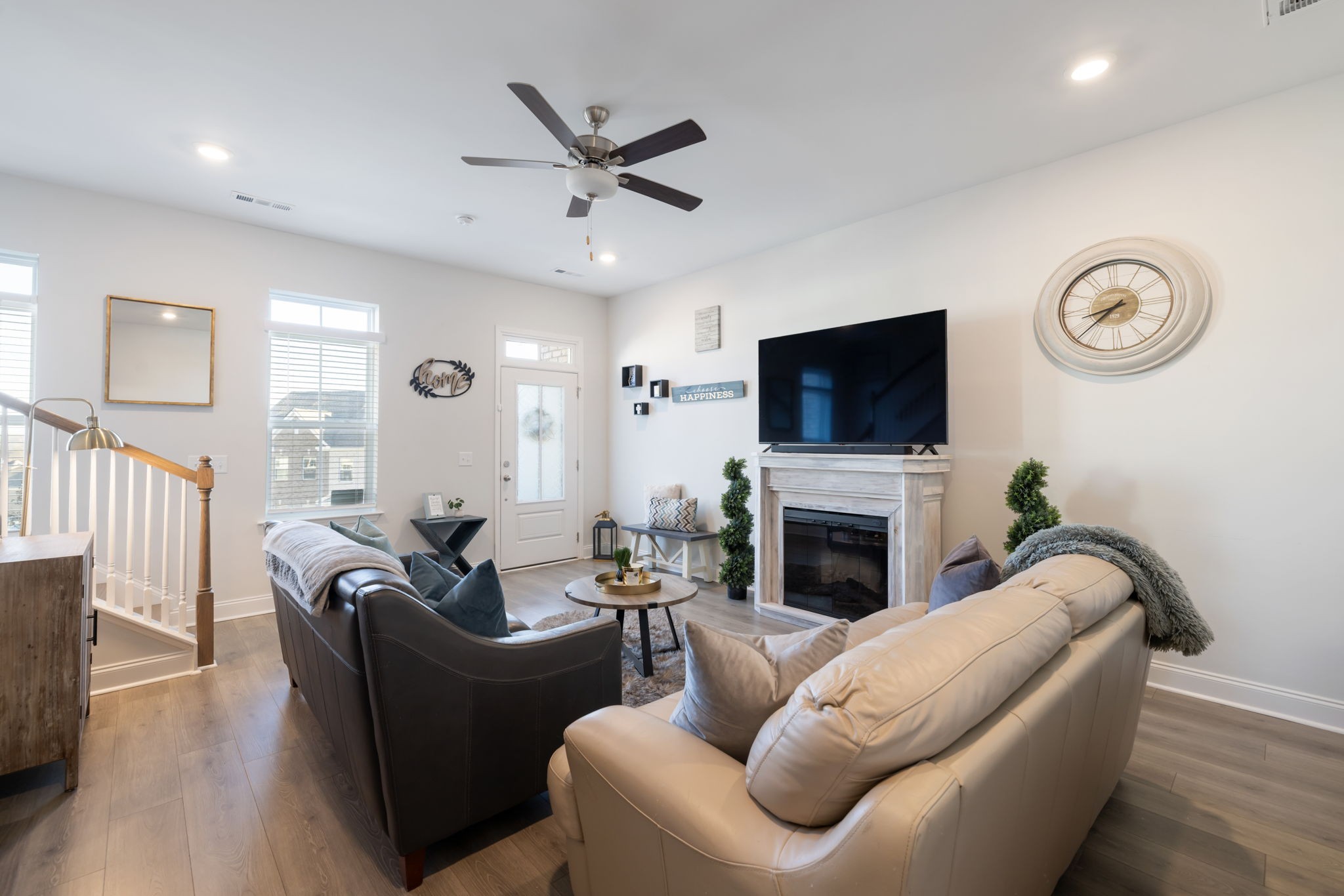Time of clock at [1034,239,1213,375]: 8:38
